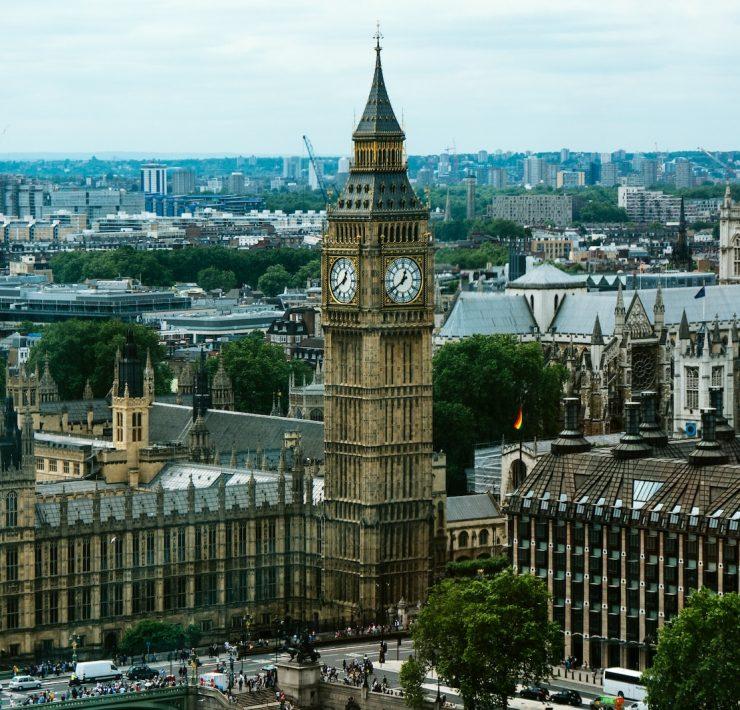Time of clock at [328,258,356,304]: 12:39
